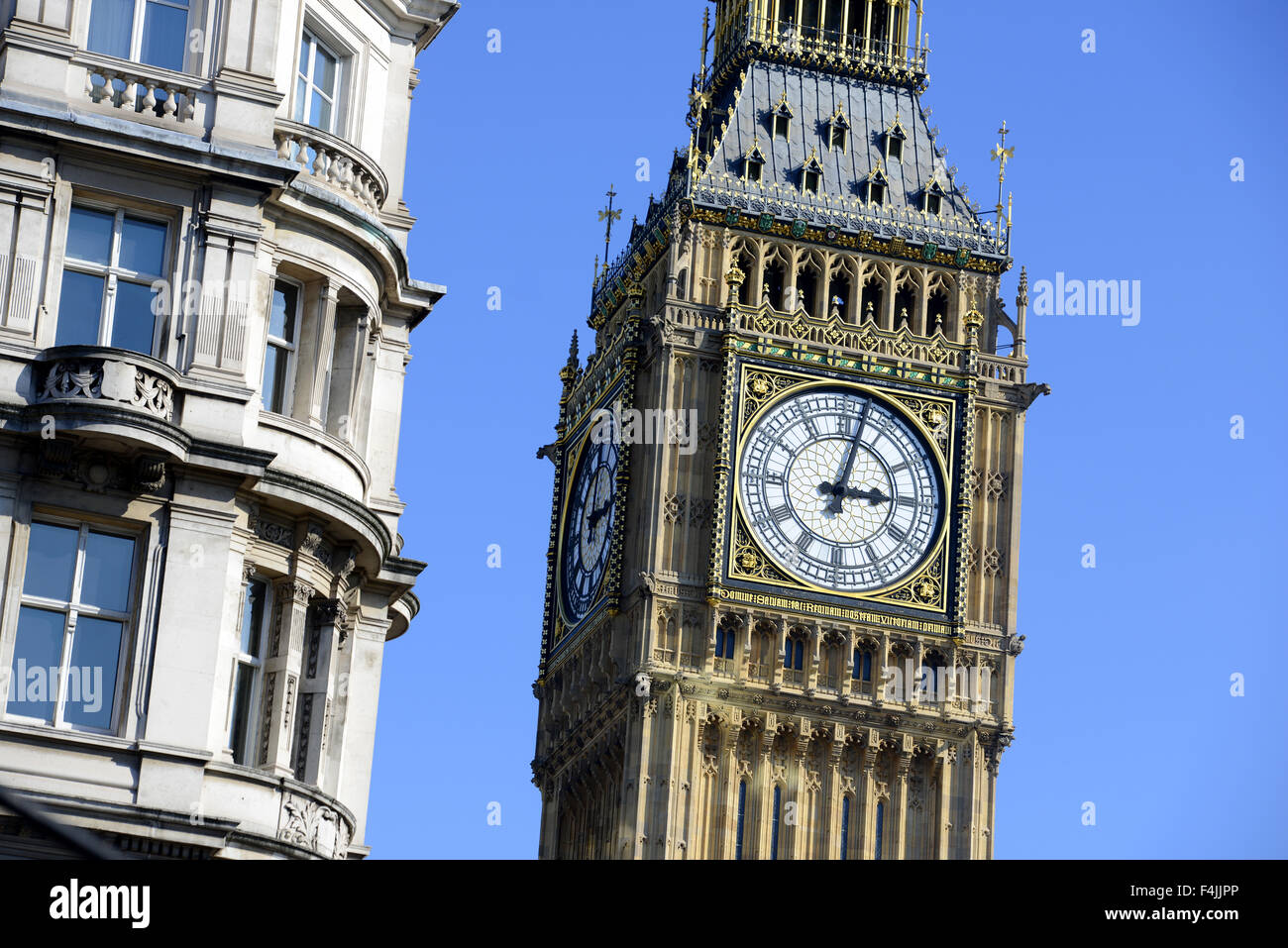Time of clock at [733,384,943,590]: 3:02
